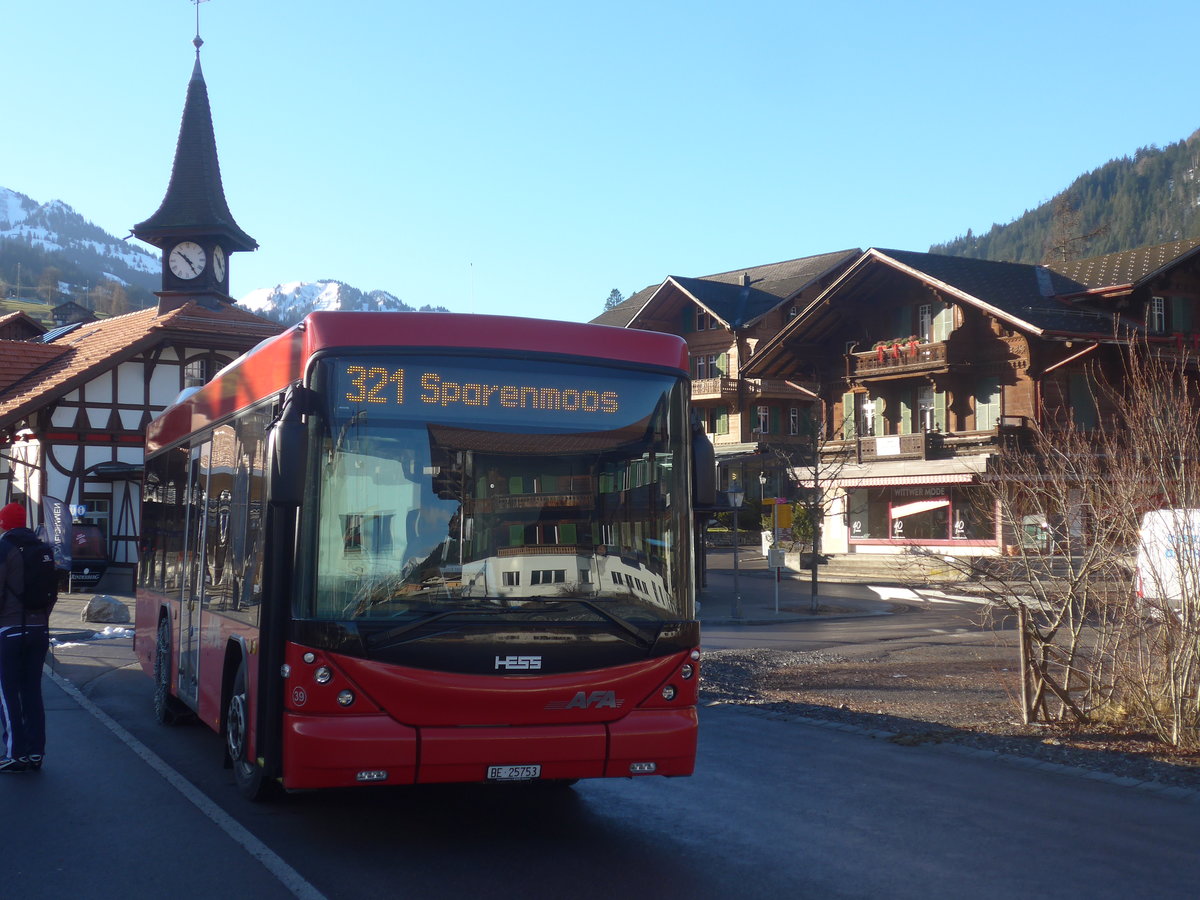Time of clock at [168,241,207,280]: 10:24
